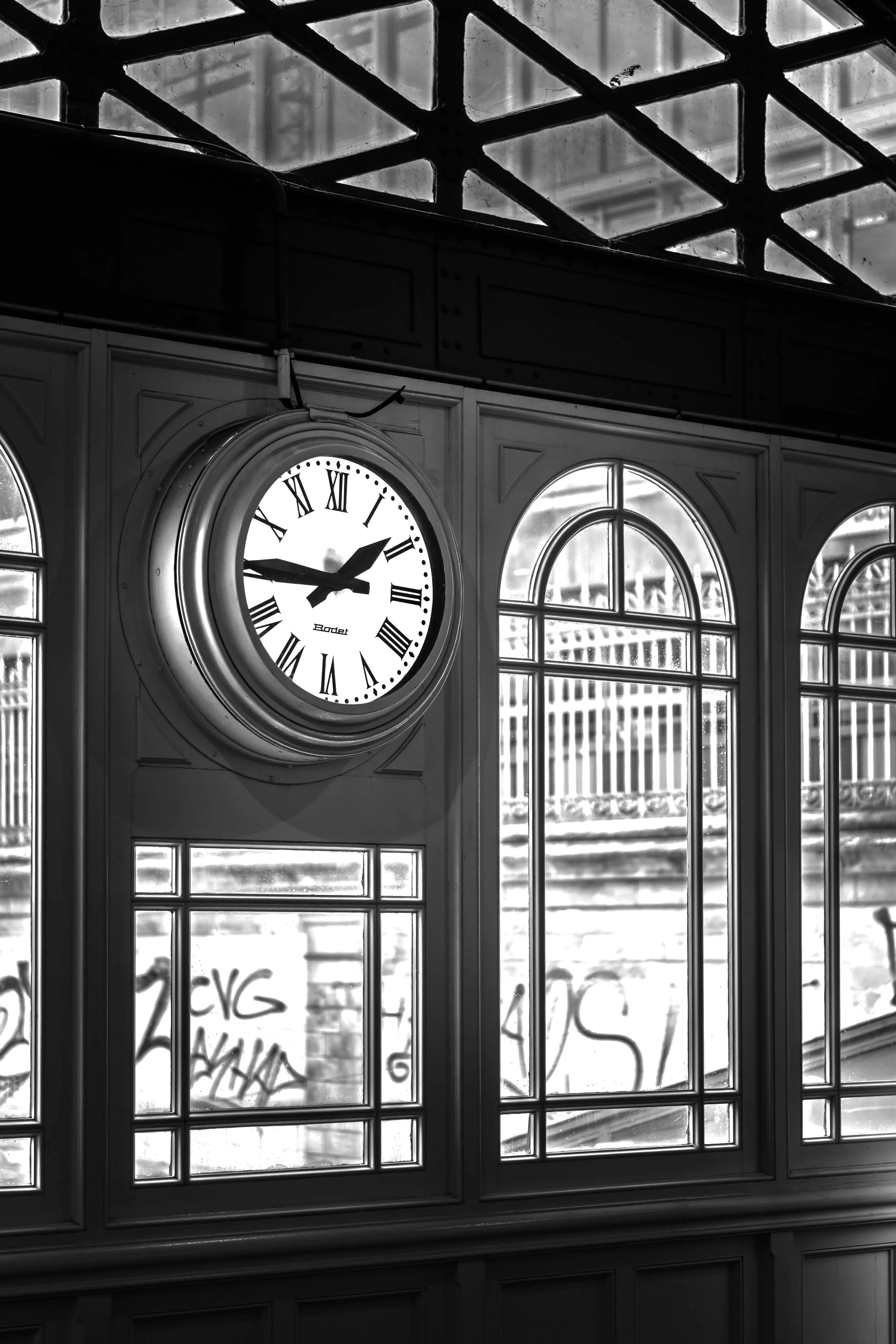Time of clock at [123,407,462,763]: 1:45
